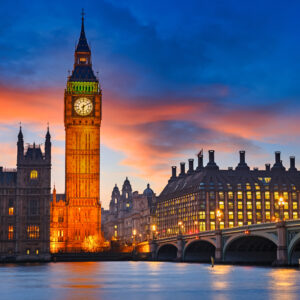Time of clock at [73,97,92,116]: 6:10
